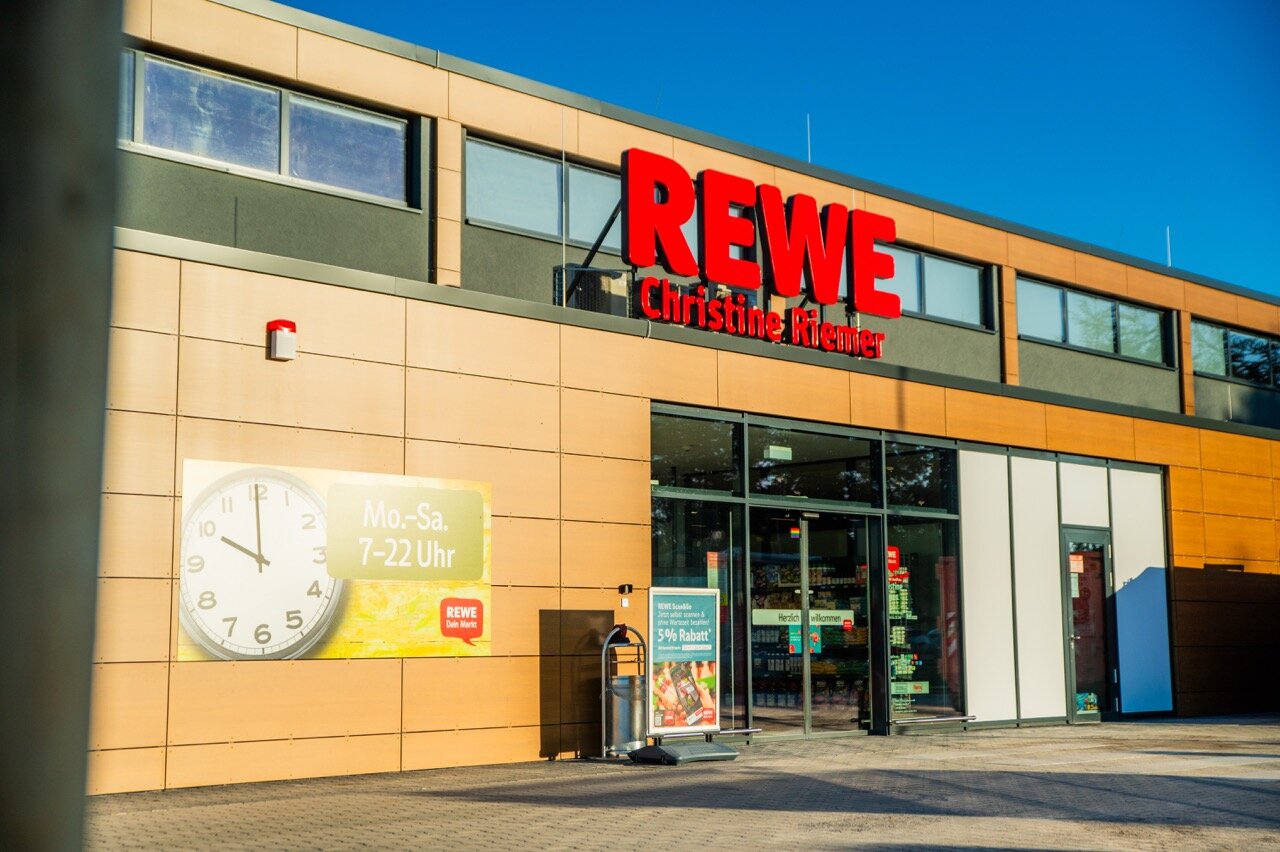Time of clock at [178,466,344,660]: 10:00
